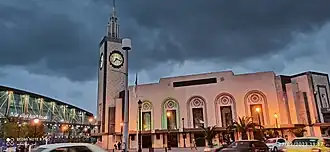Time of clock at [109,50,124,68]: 7:17
